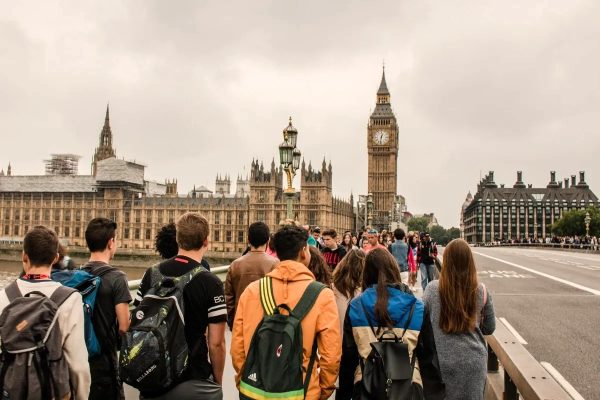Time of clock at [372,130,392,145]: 12:32
